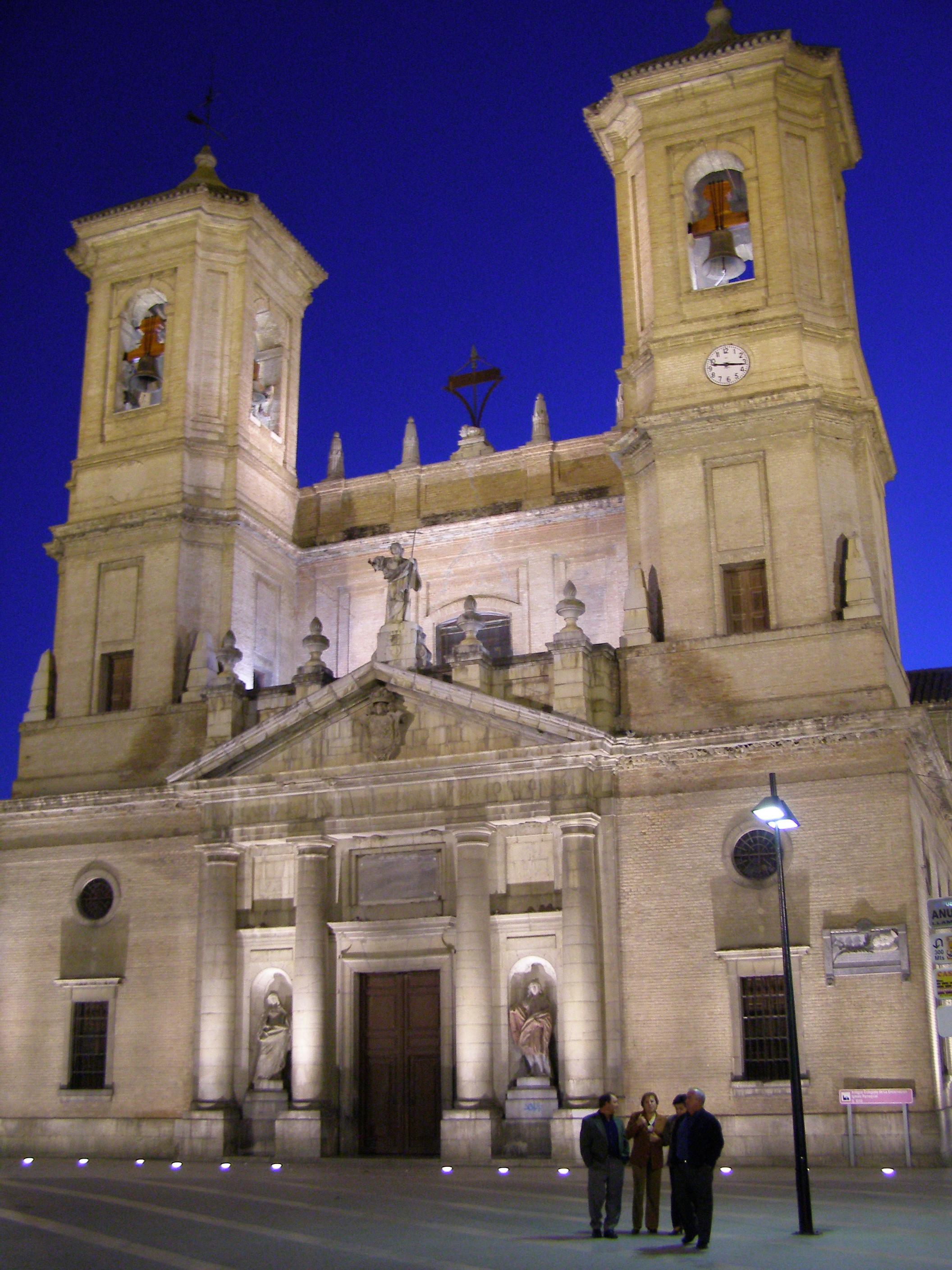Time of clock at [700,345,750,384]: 9:16
